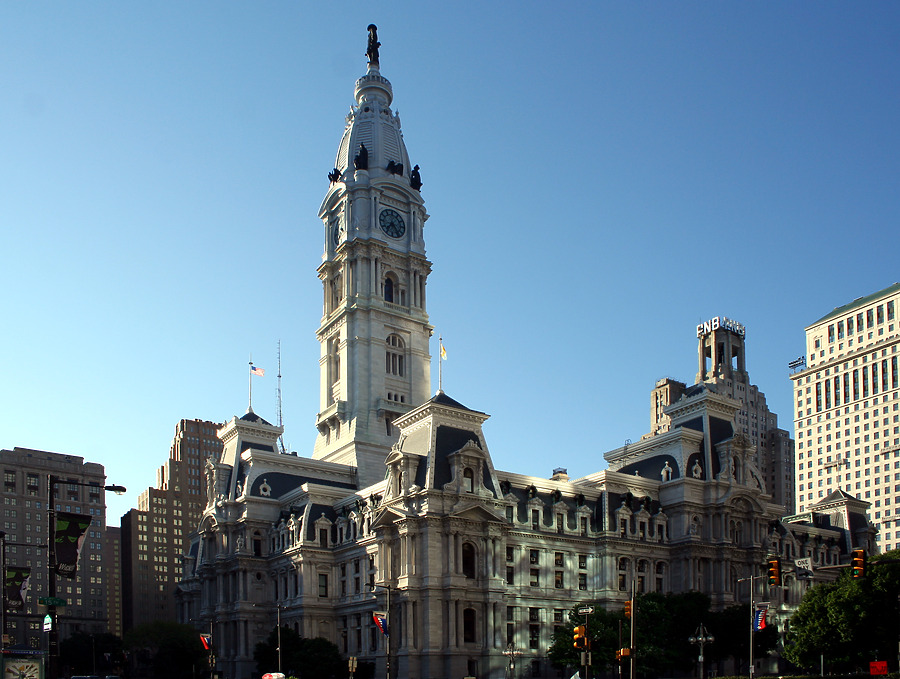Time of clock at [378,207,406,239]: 7:24
